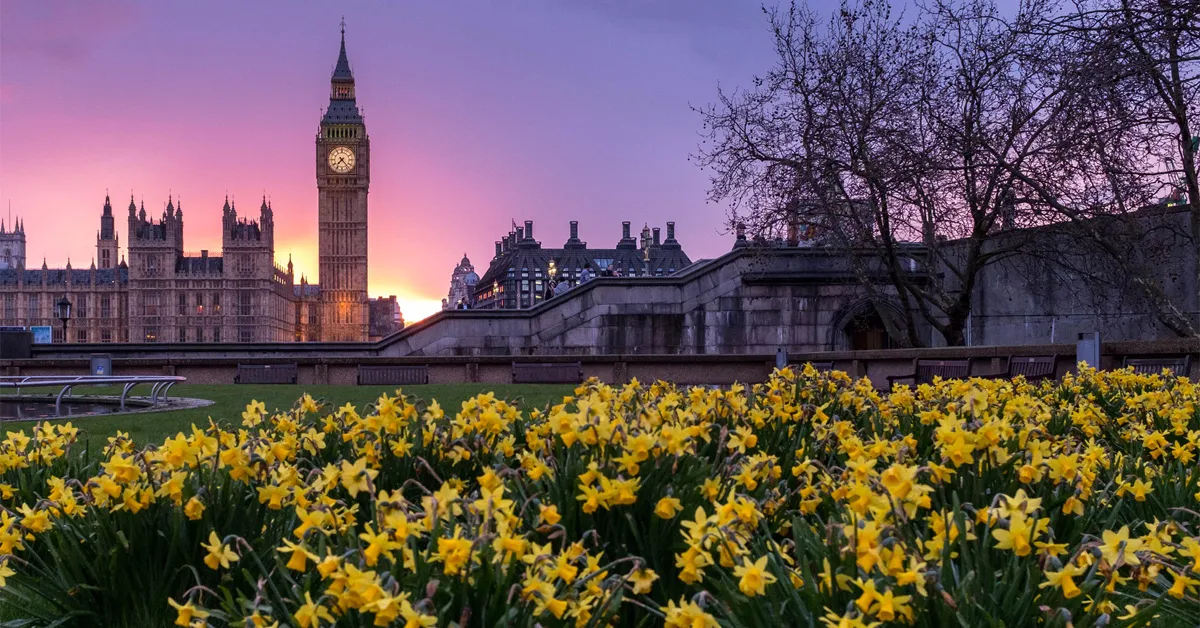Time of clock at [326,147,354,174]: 7:23
